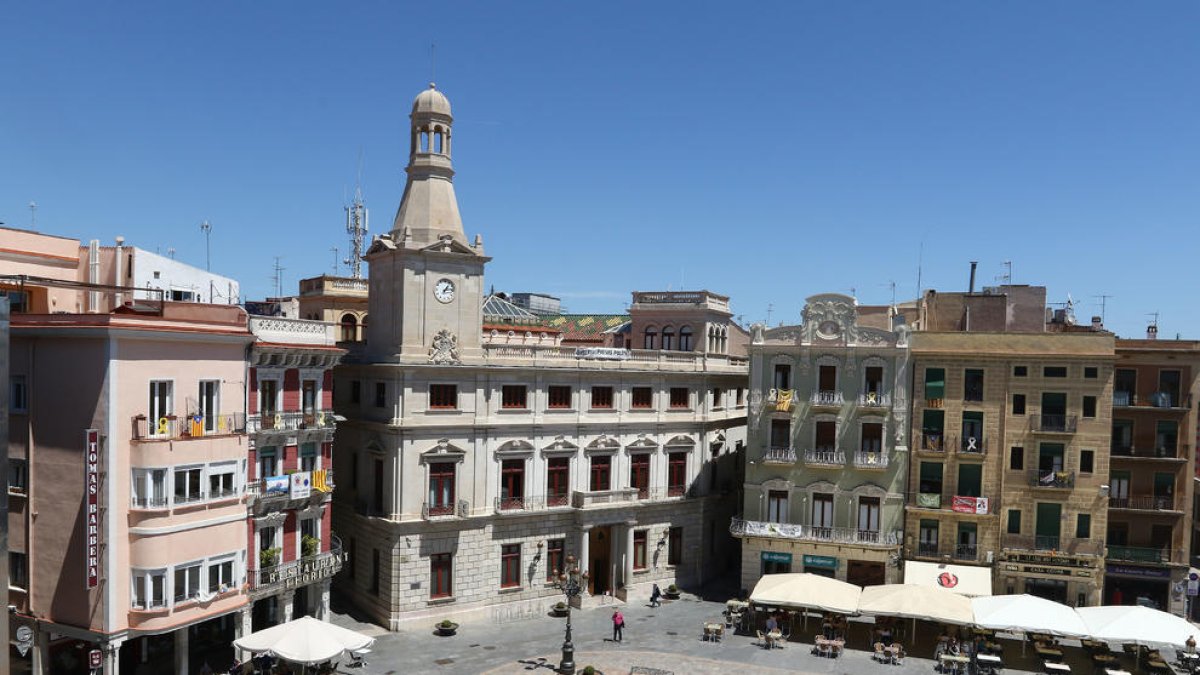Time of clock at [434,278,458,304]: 1:13
